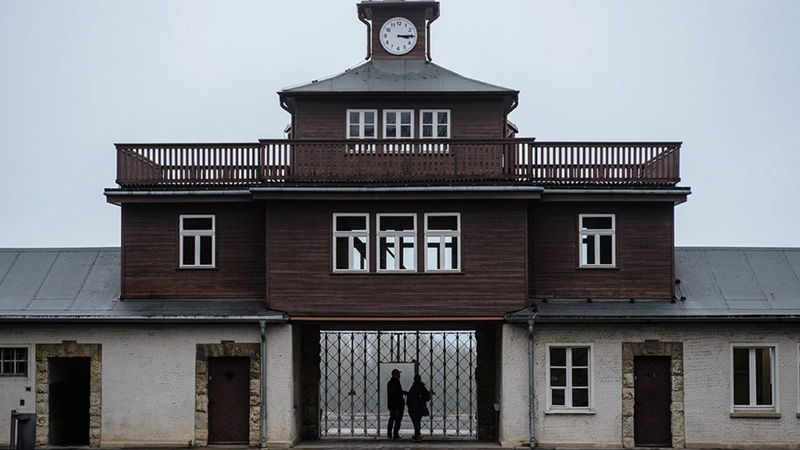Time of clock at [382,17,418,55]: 3:14
